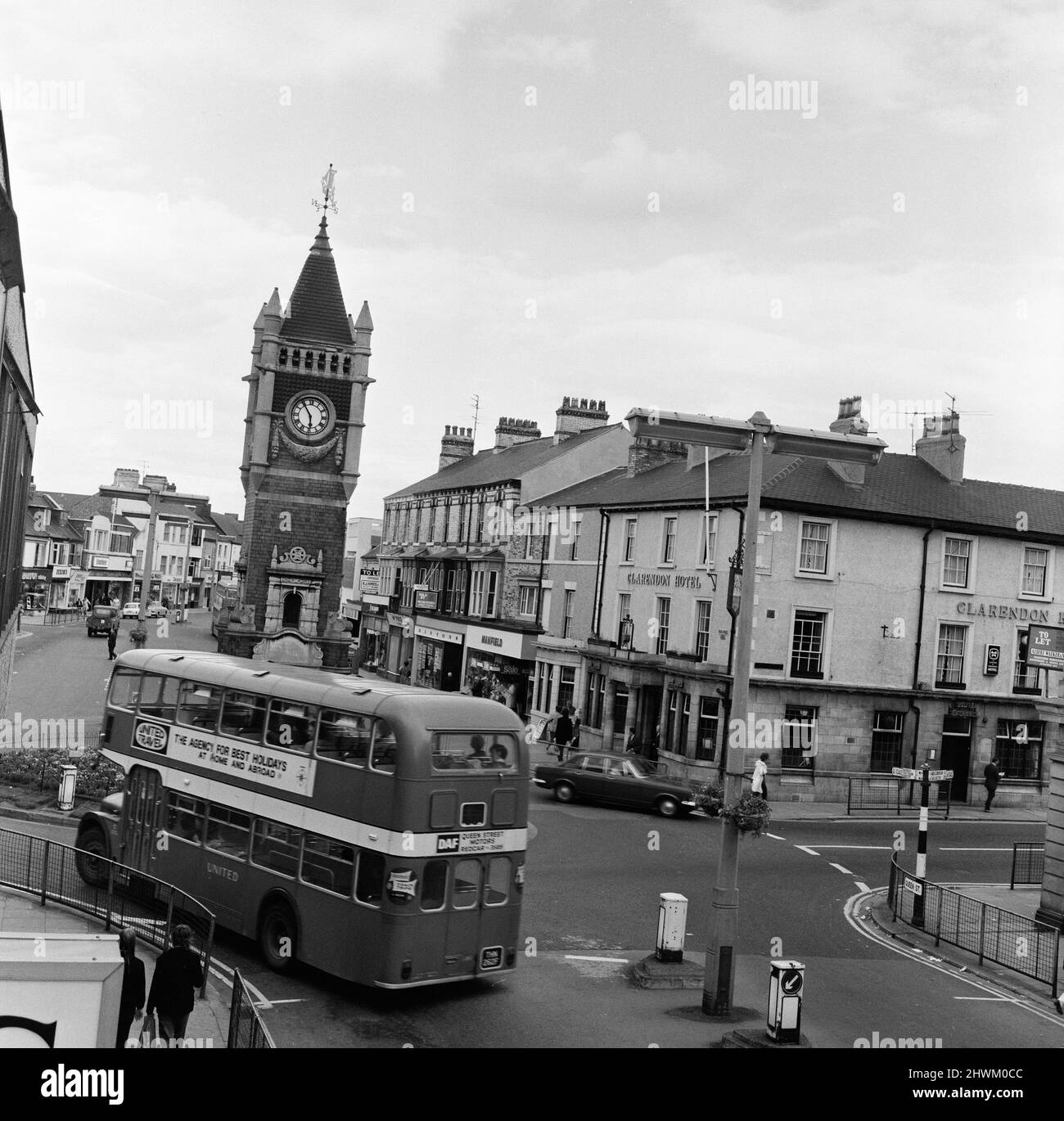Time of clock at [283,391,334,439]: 5:54
